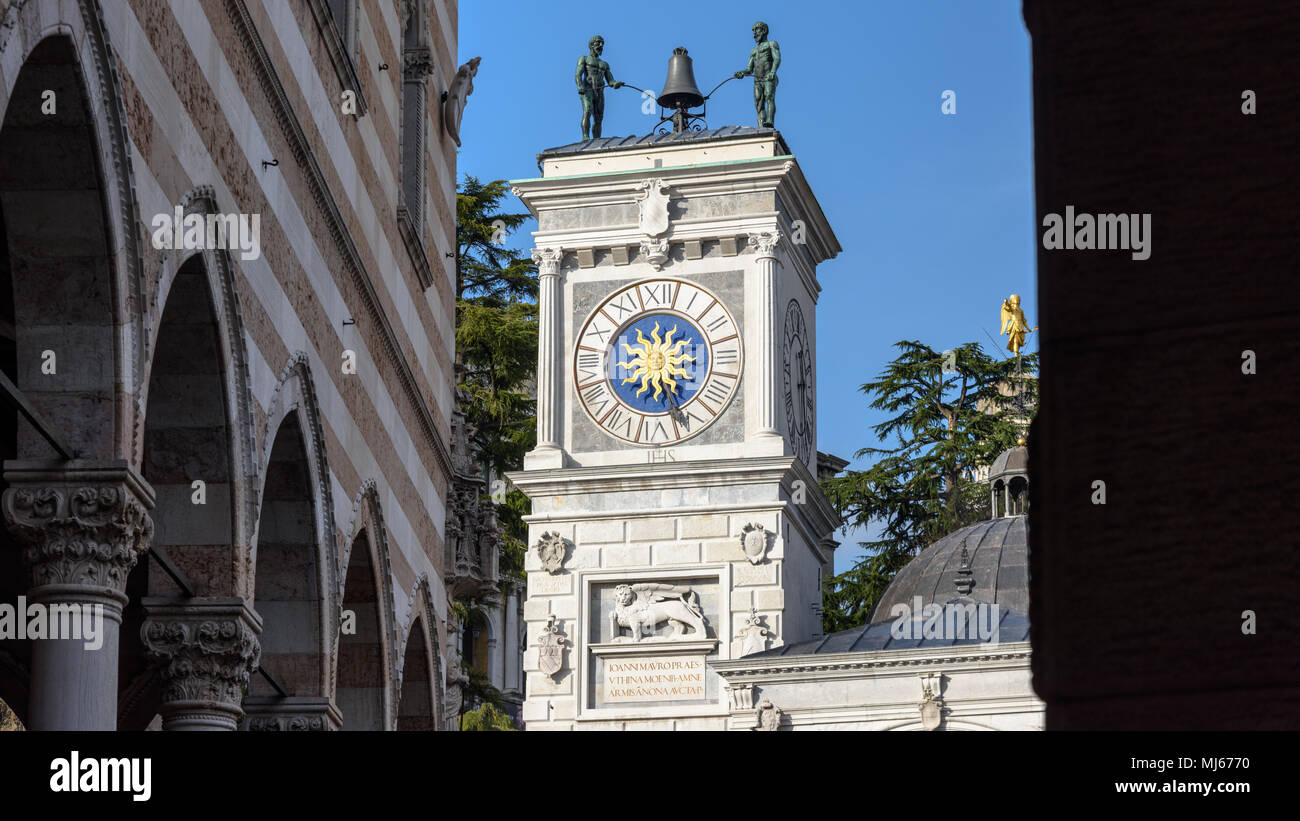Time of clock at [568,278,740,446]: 5:26
